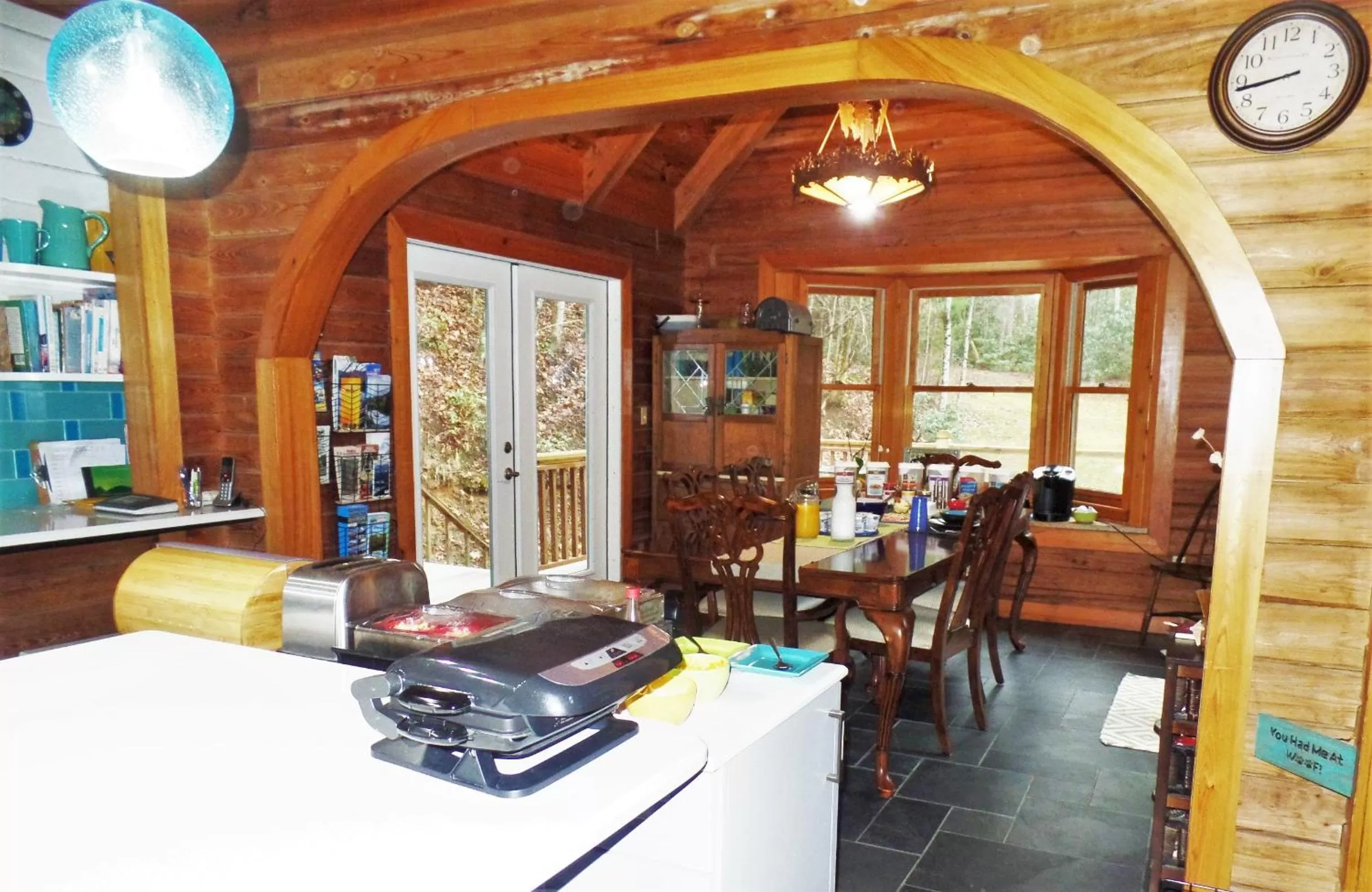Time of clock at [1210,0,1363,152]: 8:43
